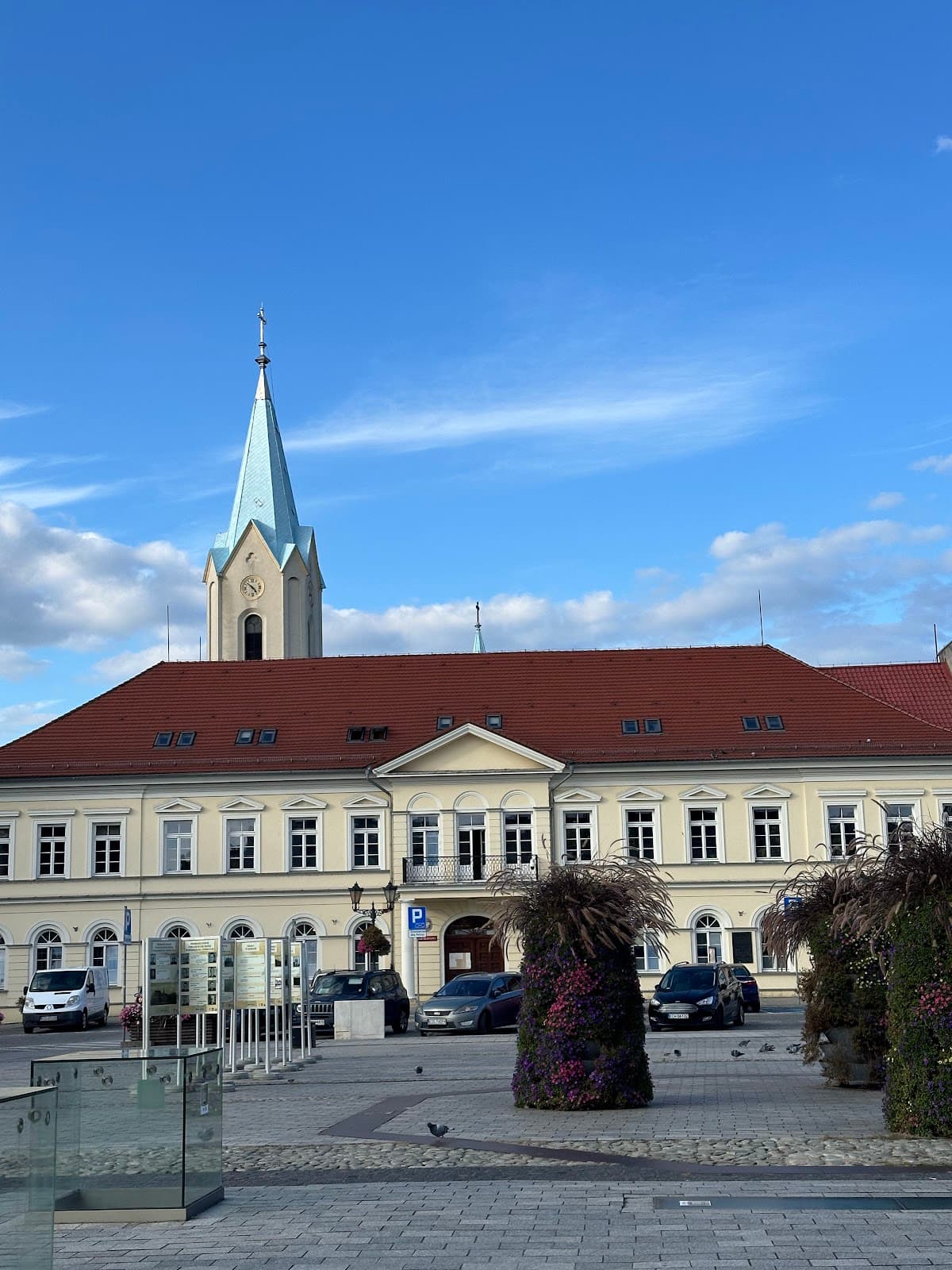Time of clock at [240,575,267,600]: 4:51
